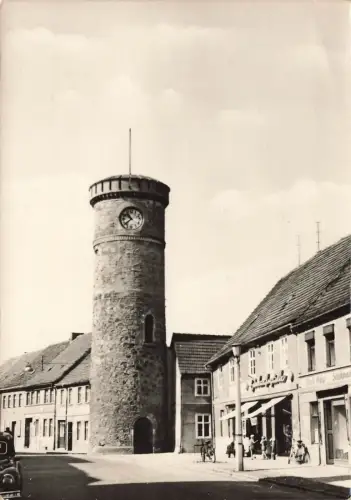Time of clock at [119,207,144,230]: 10:38
